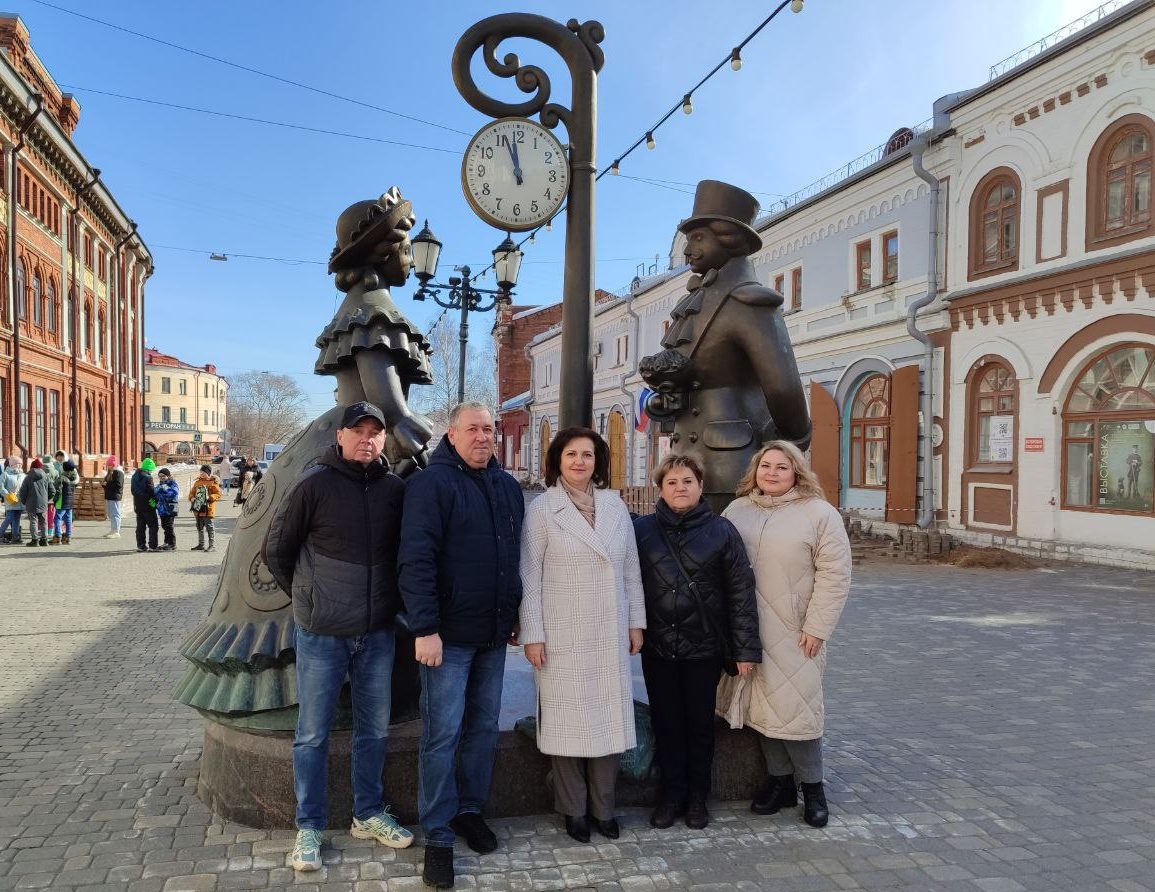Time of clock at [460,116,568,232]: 11:56
